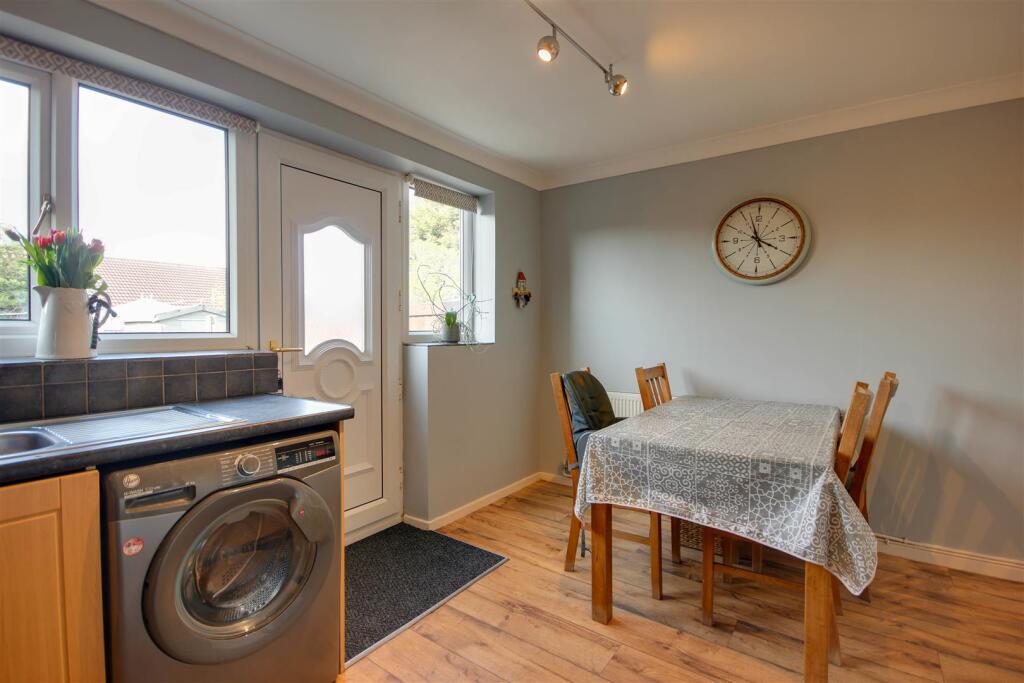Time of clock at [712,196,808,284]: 3:57
